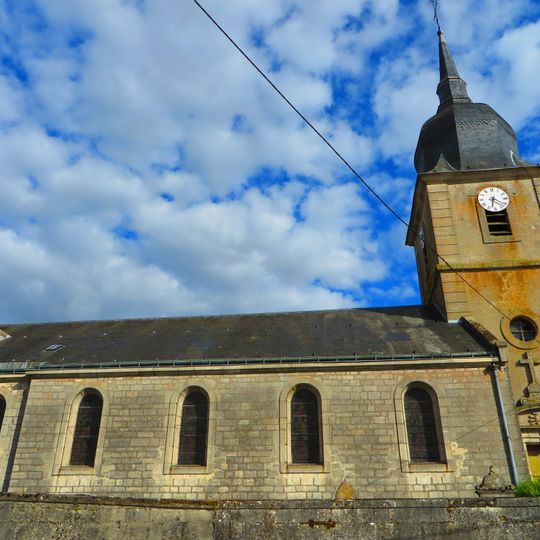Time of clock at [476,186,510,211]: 6:21
